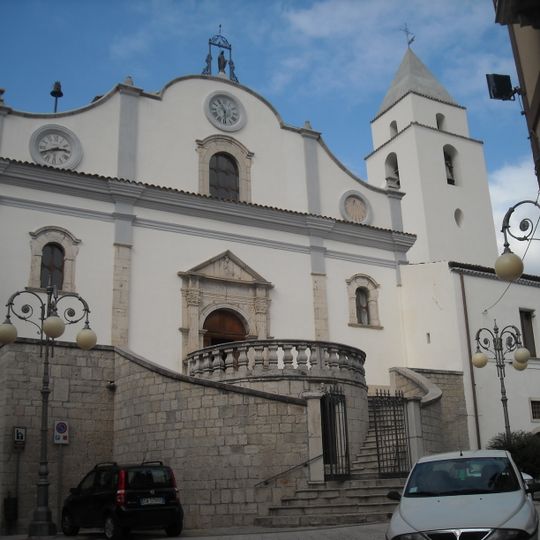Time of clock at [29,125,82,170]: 2:40
